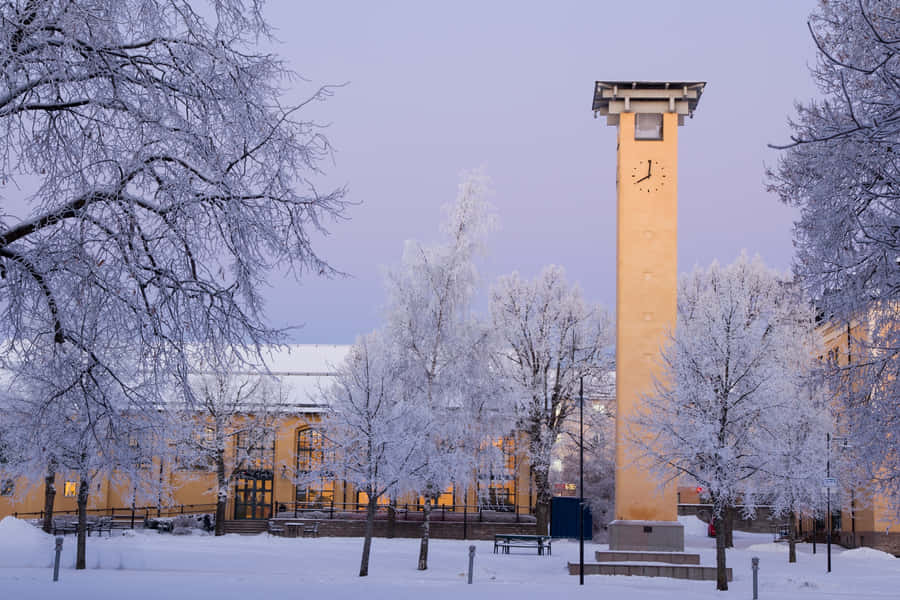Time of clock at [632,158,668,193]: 8:00
